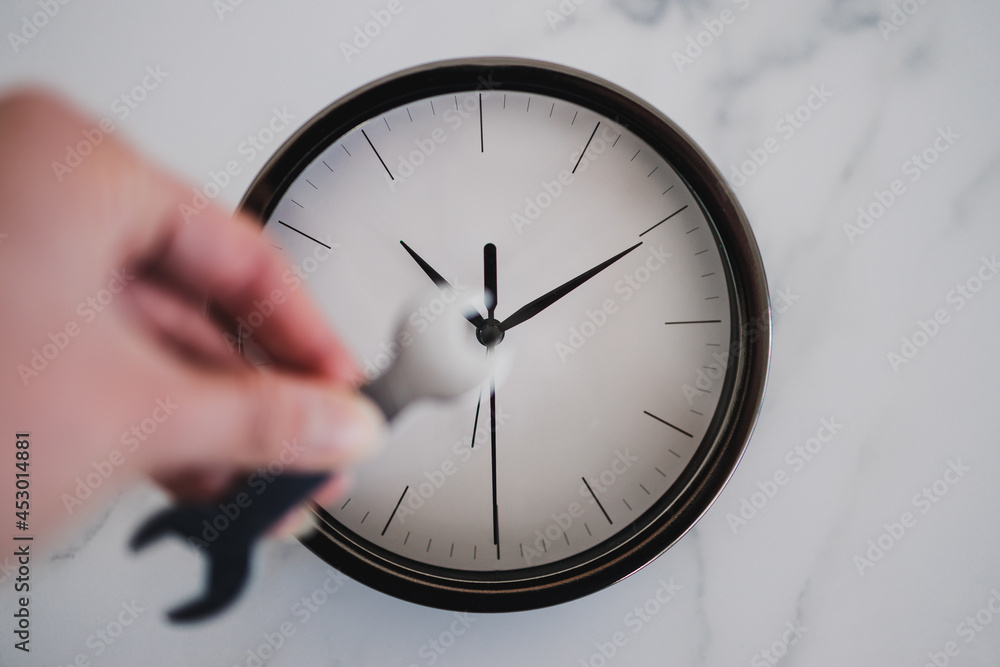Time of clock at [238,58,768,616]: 12:10
